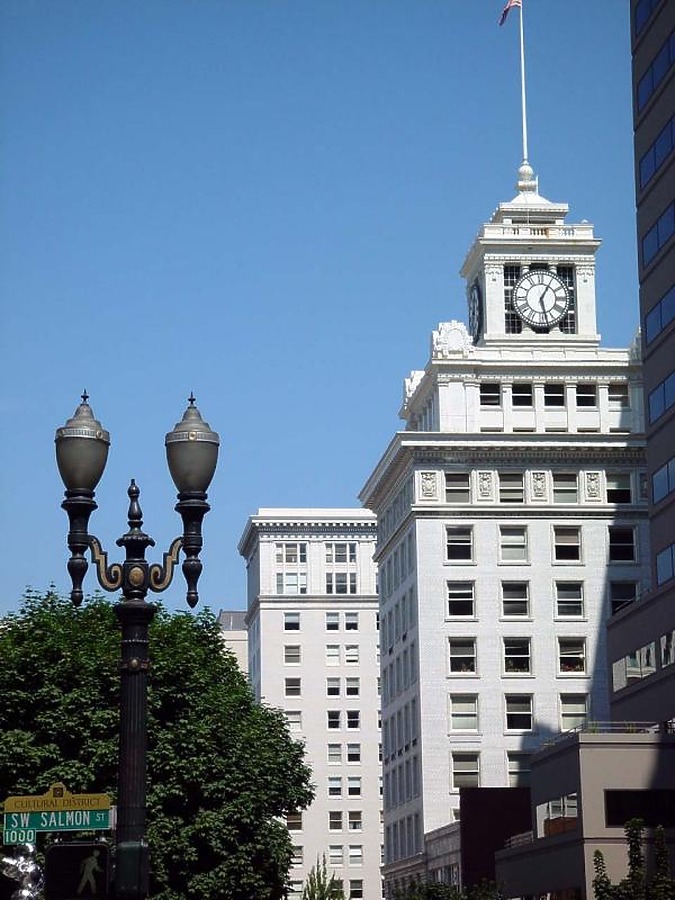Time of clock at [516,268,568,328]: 1:28
